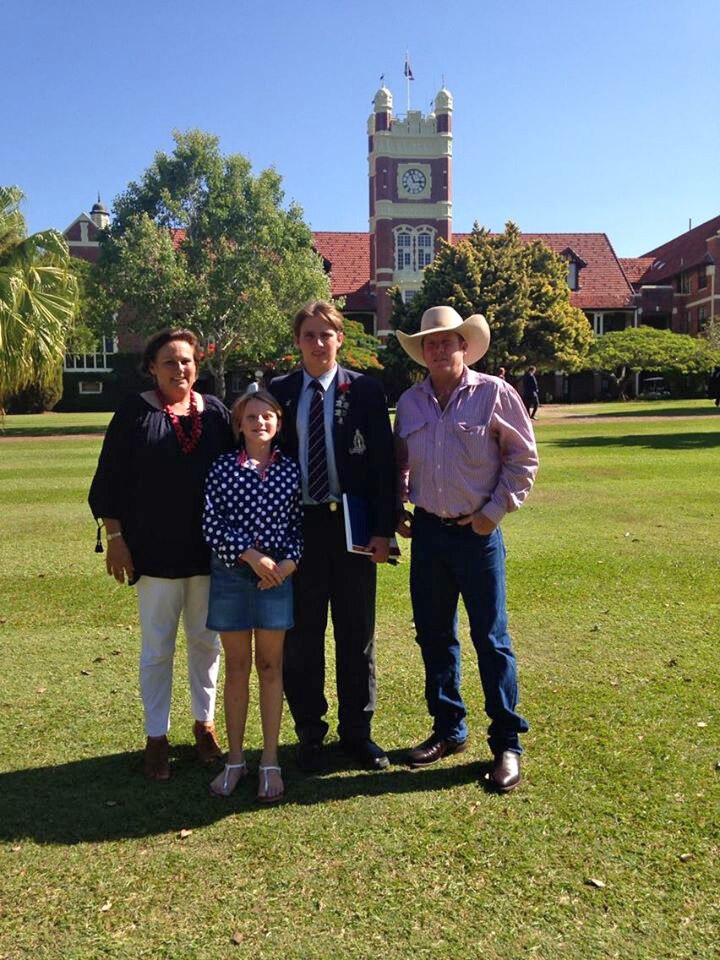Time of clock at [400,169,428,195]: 2:56
